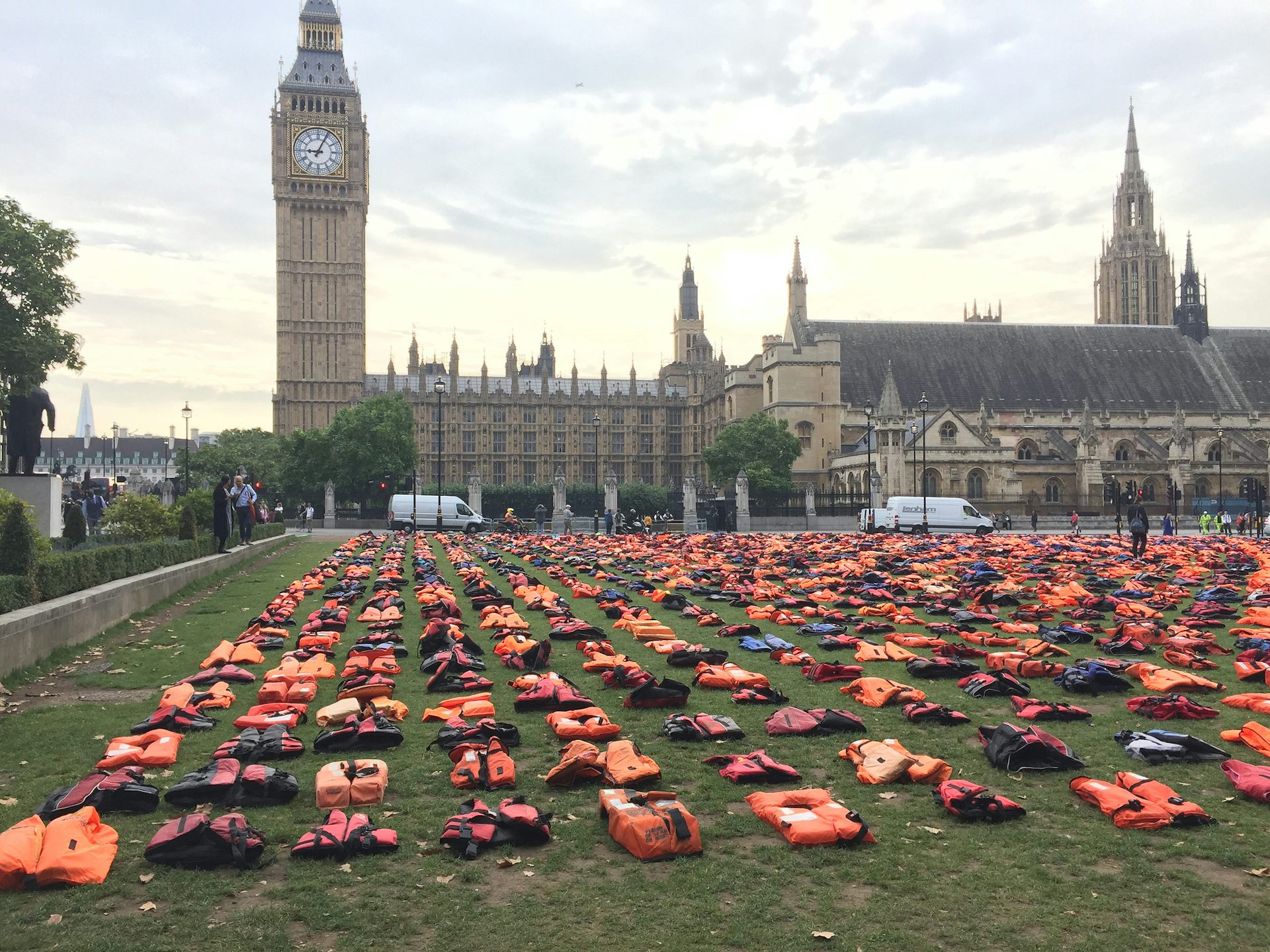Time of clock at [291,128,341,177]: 9:04
